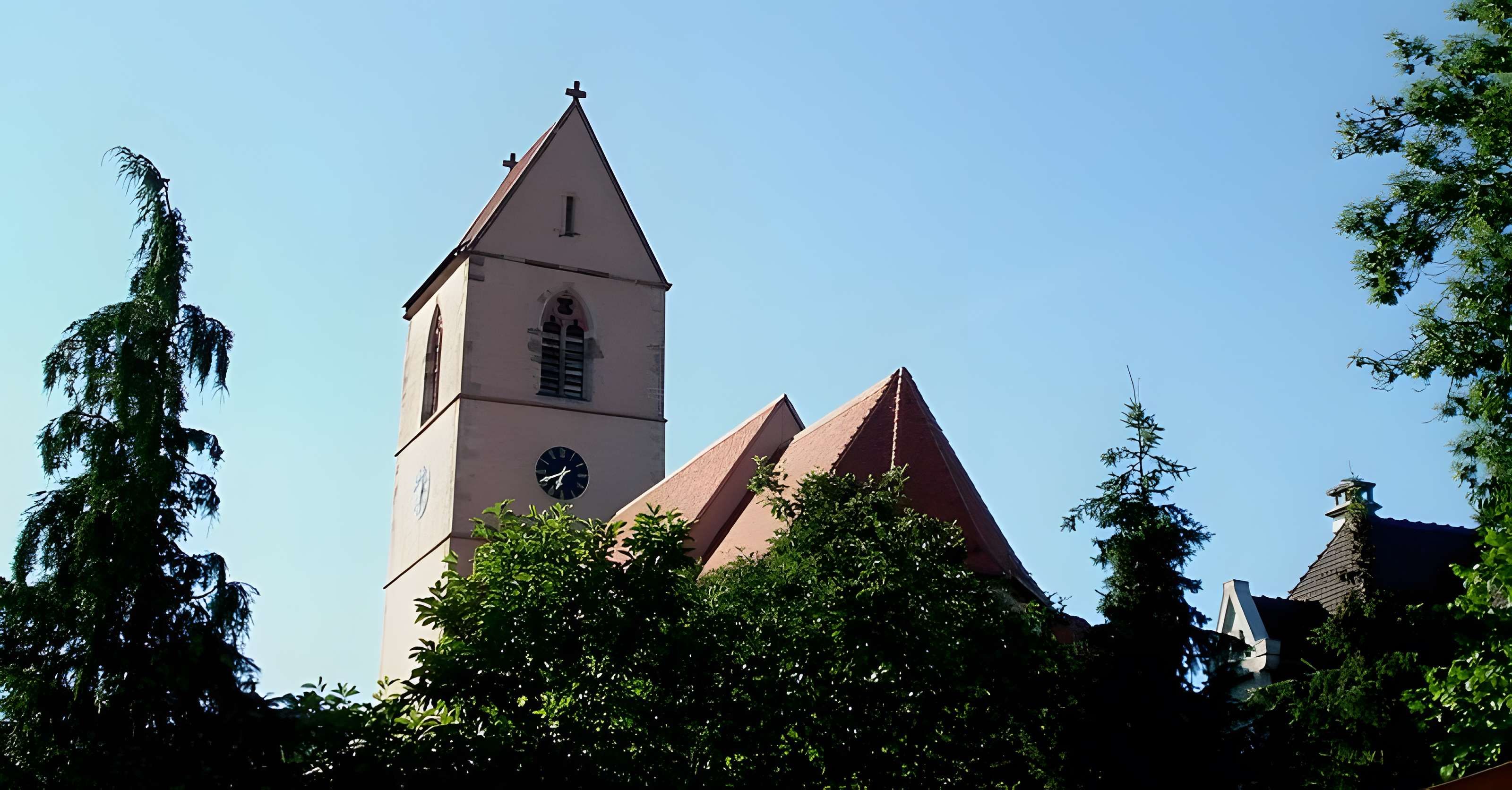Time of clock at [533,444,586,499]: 6:41
